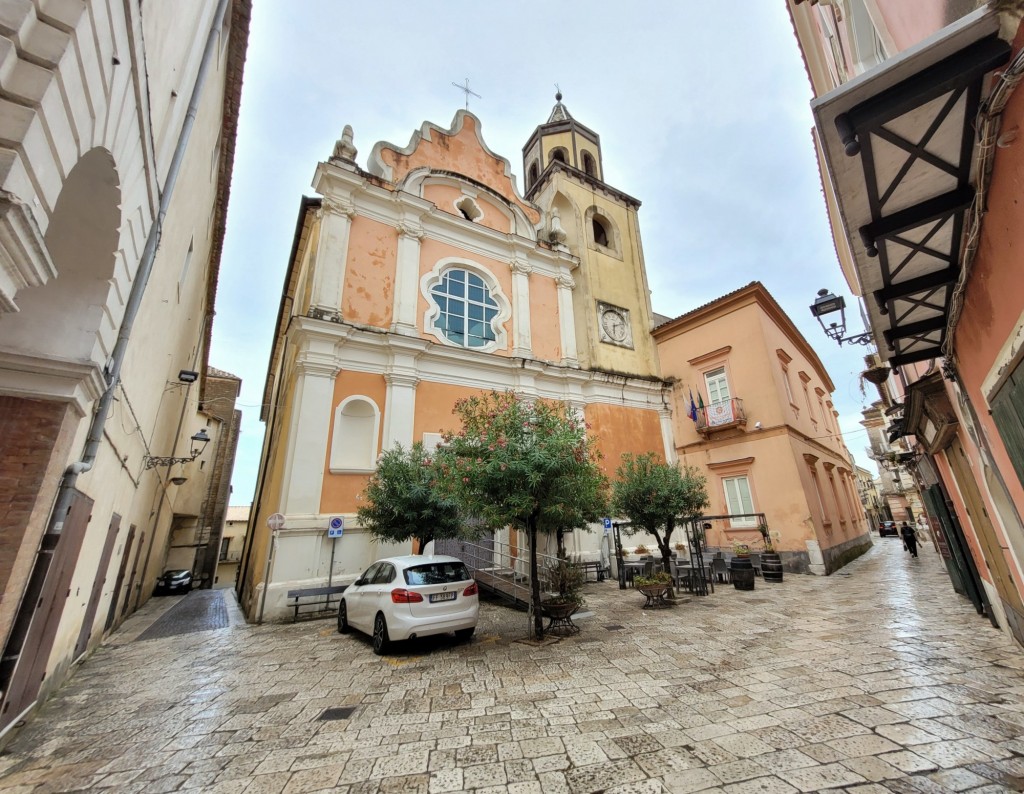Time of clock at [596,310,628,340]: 6:11
